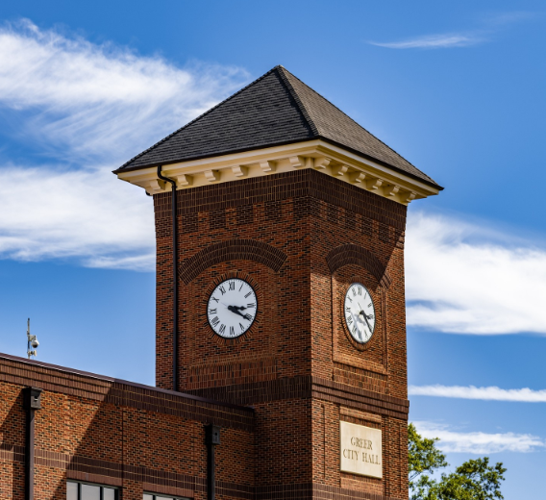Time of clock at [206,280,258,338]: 3:20
